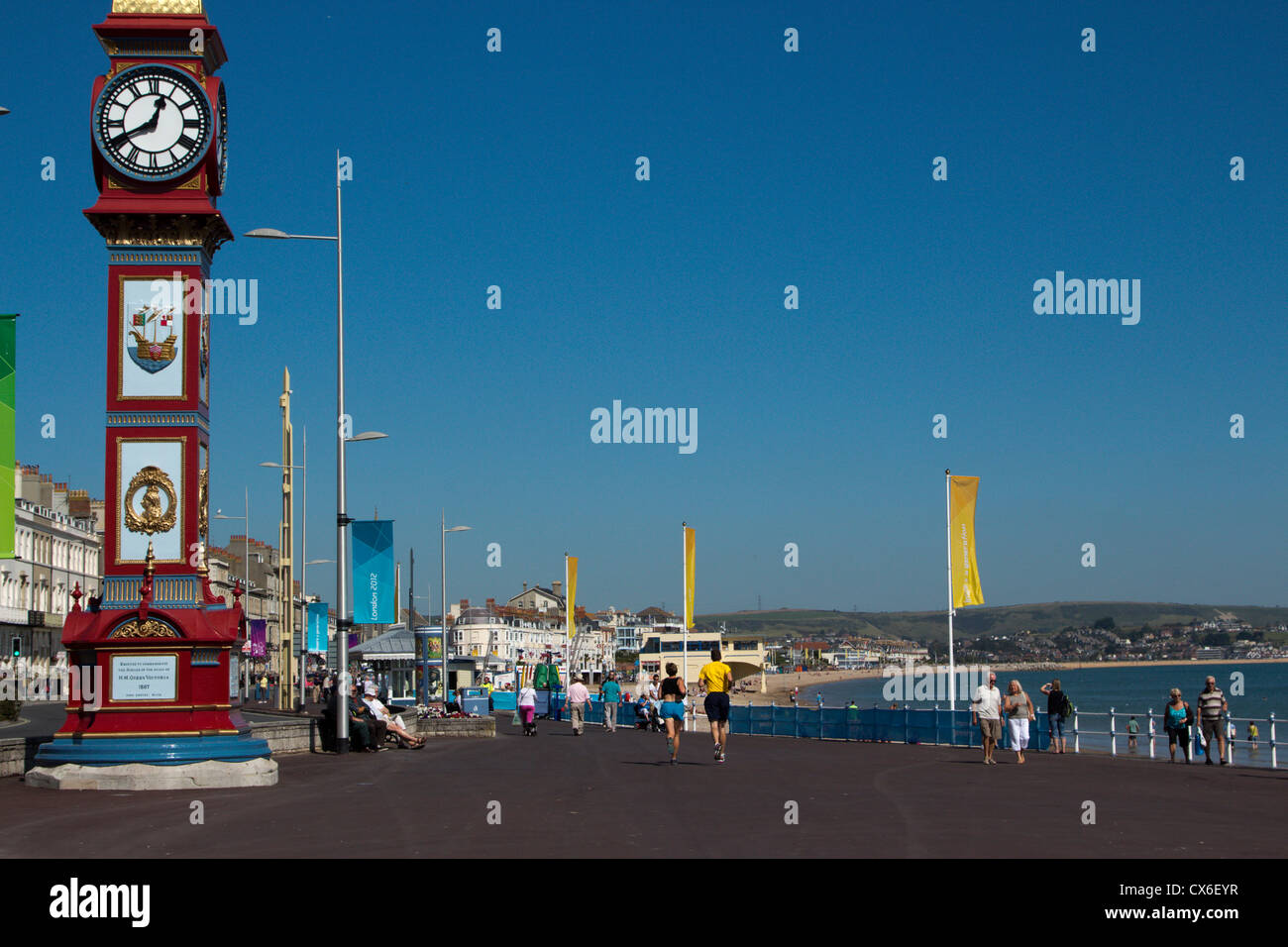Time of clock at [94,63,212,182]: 12:40
